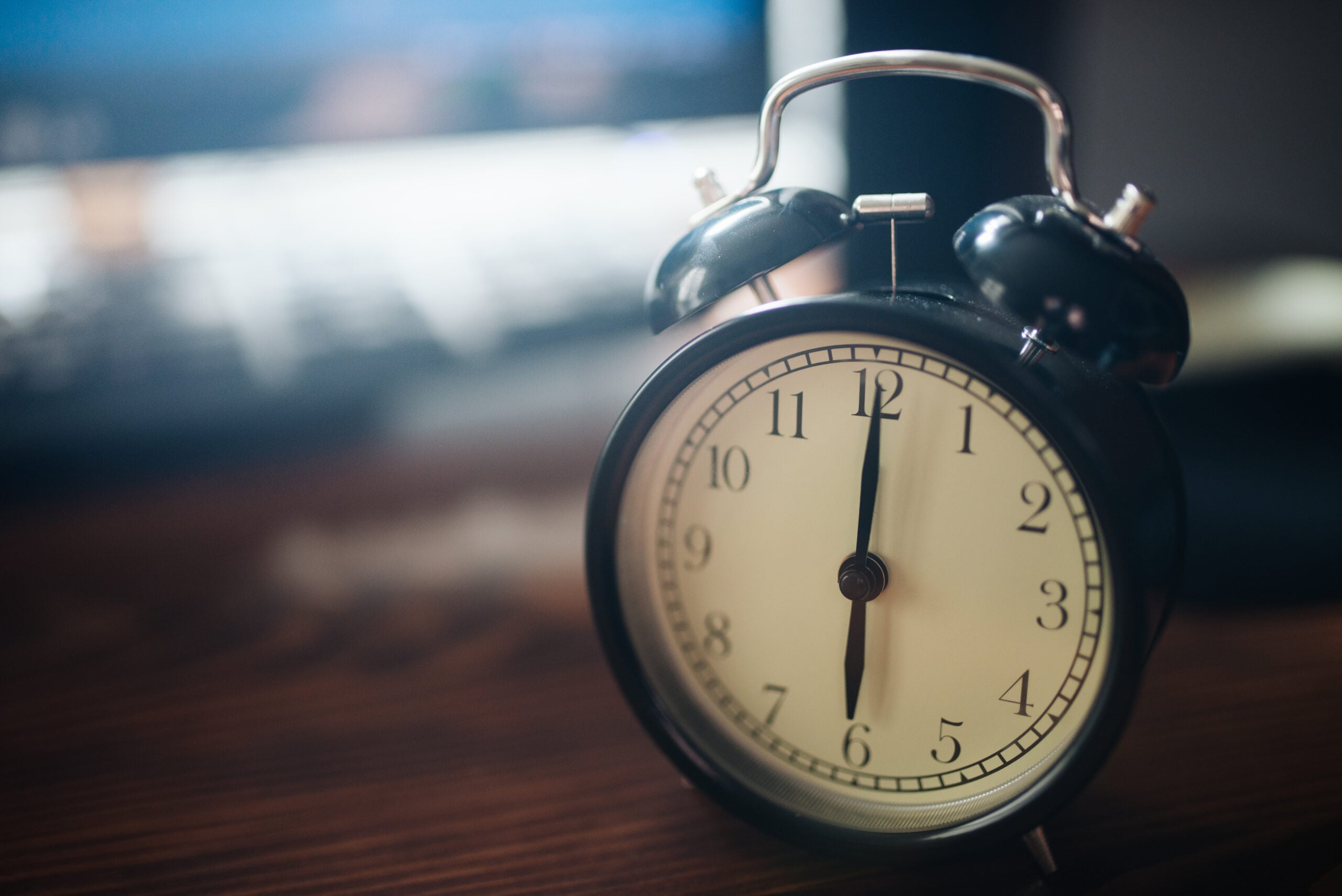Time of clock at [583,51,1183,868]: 6:00
